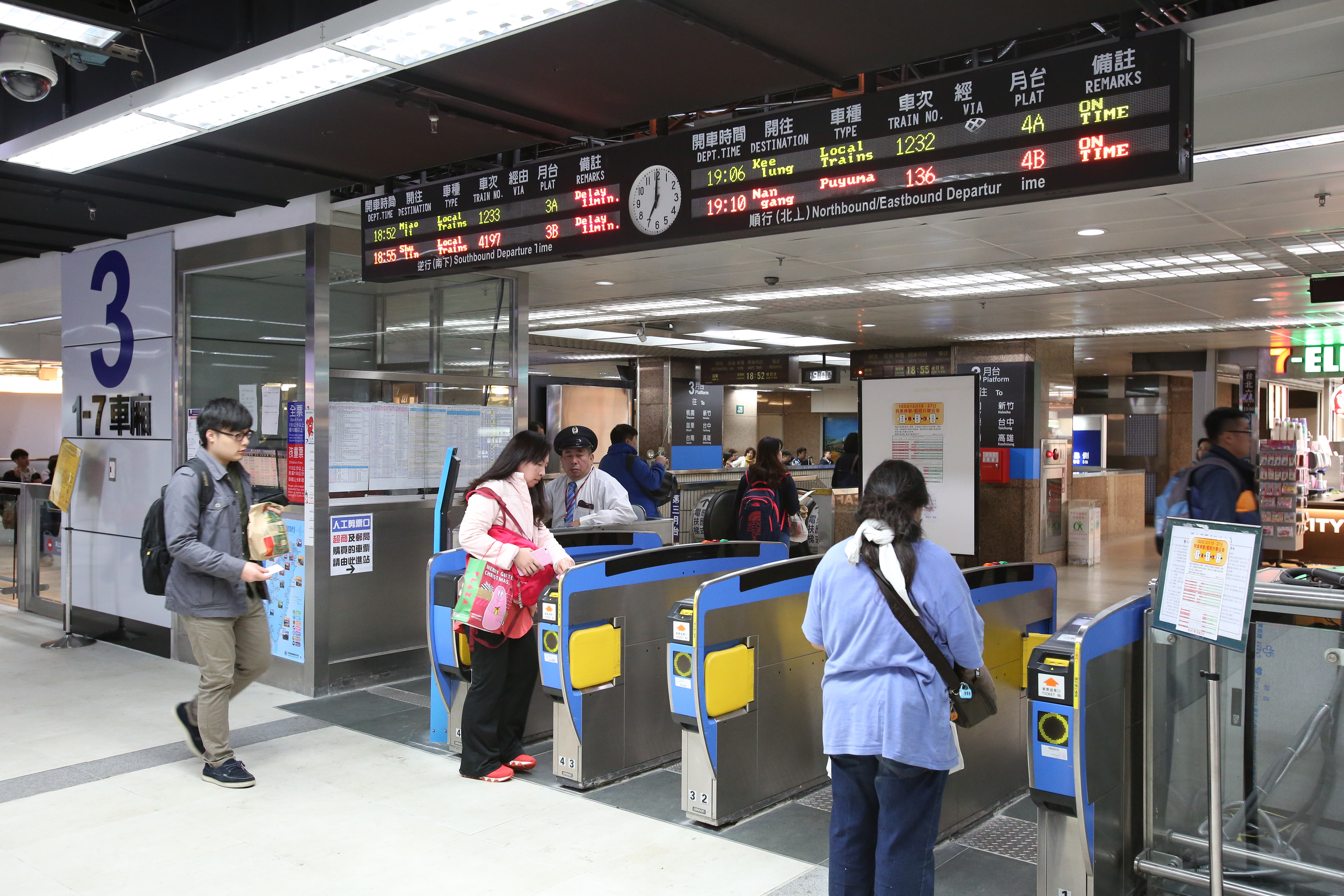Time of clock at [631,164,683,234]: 7:00
